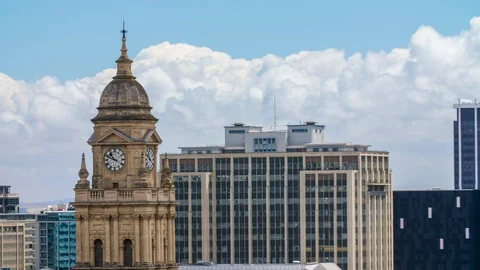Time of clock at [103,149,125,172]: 10:49
